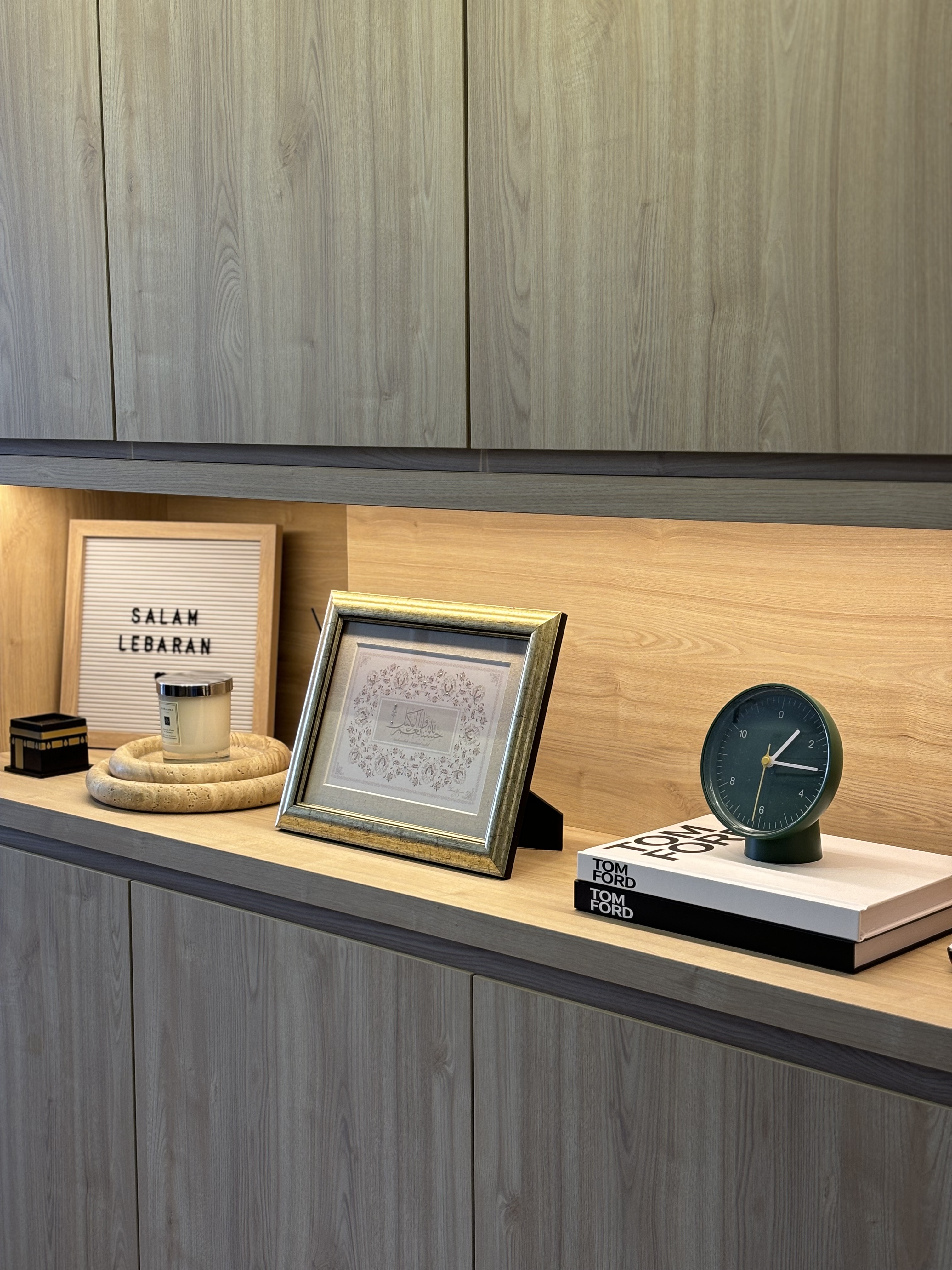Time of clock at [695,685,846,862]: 1:14
